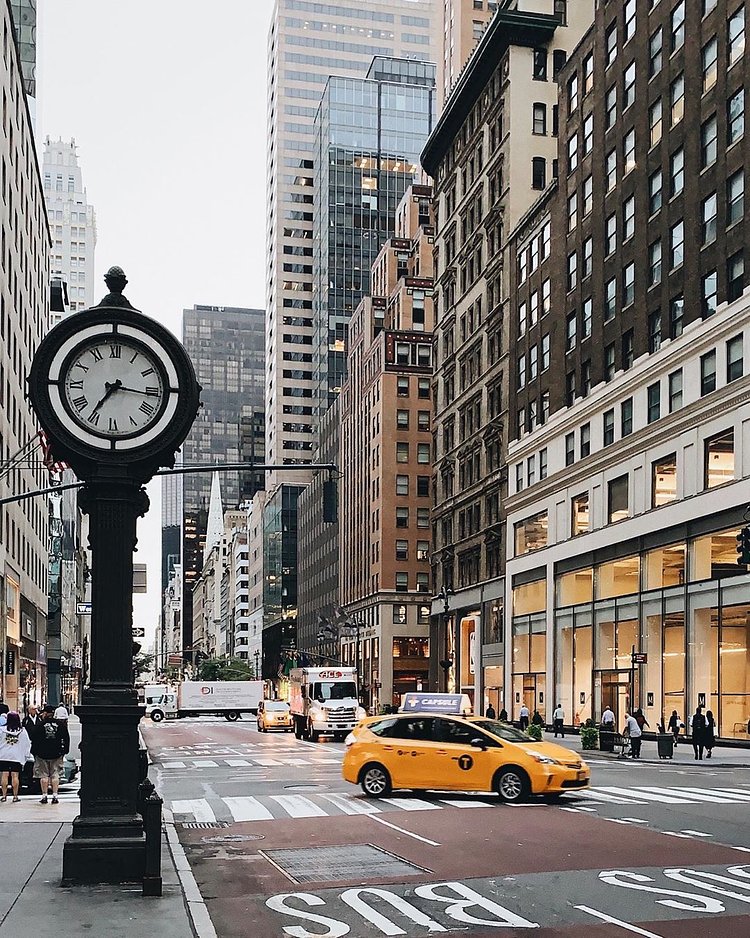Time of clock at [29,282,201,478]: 7:15
